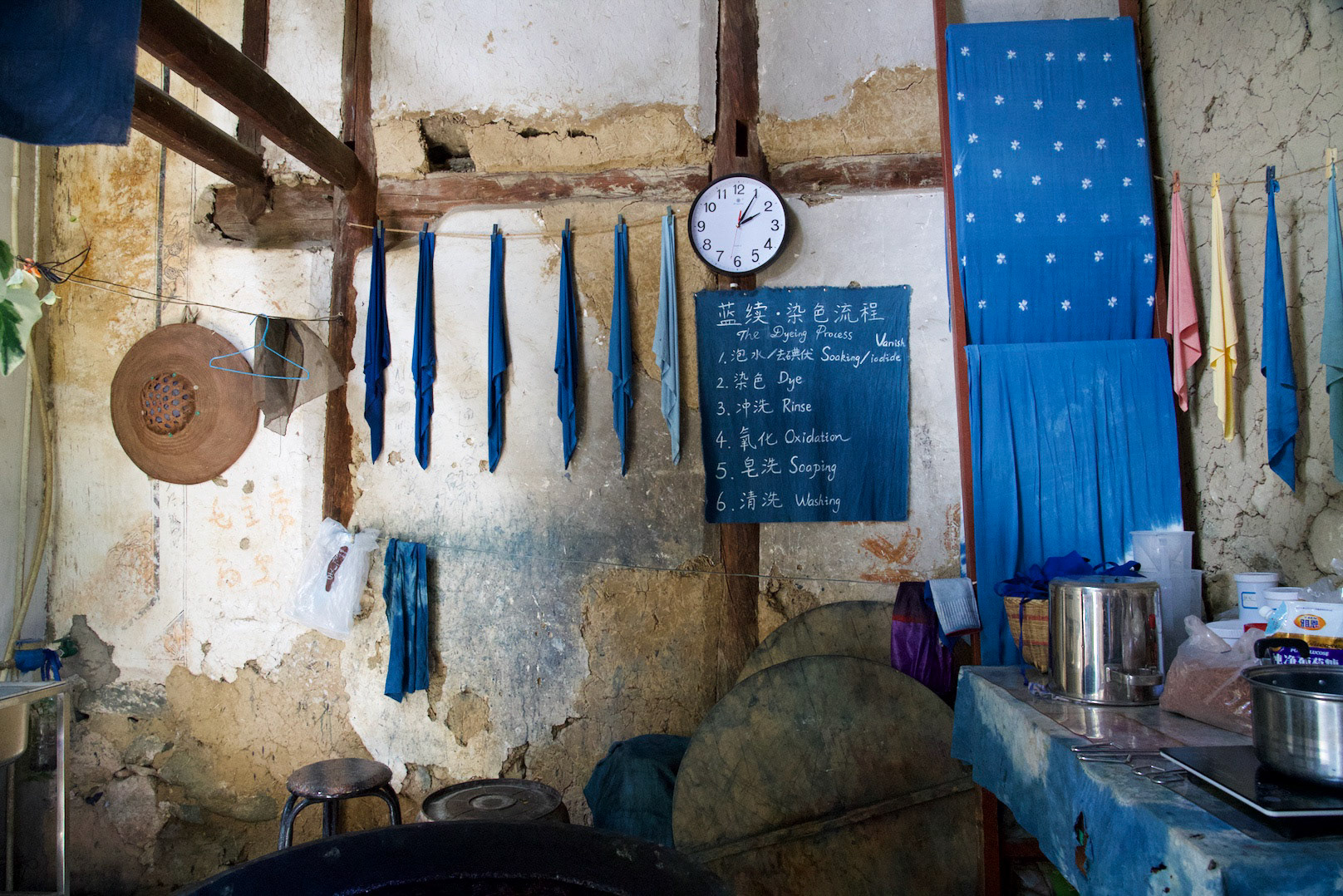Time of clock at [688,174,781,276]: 2:05
